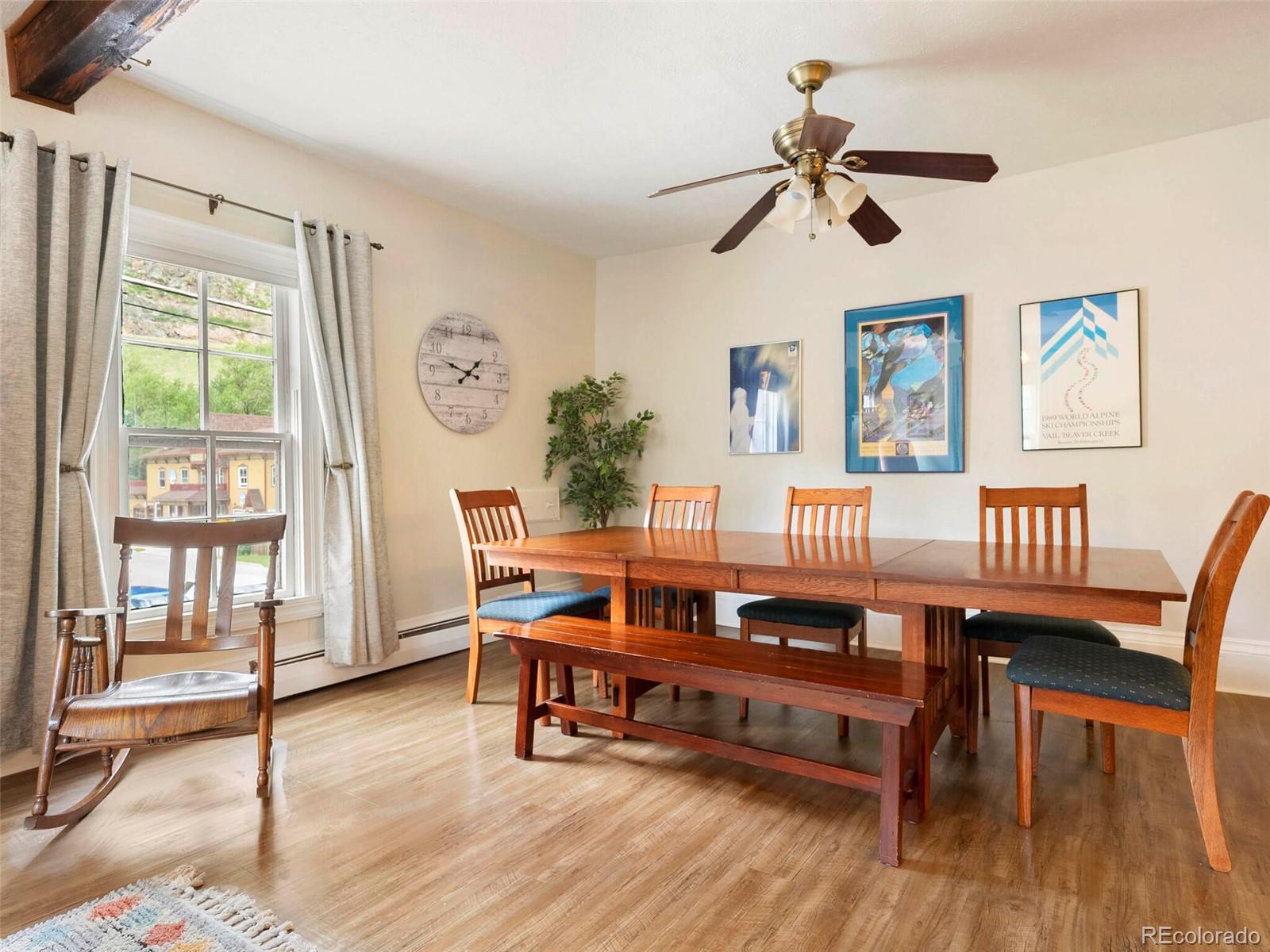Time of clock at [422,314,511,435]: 1:47
